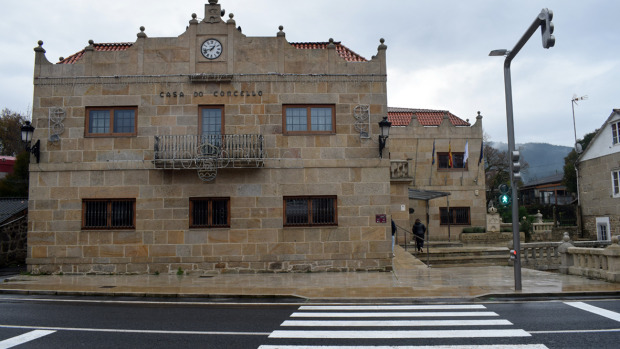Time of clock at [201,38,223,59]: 1:42
